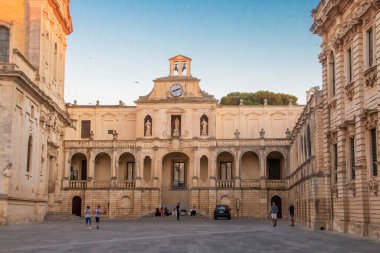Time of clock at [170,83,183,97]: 8:11
